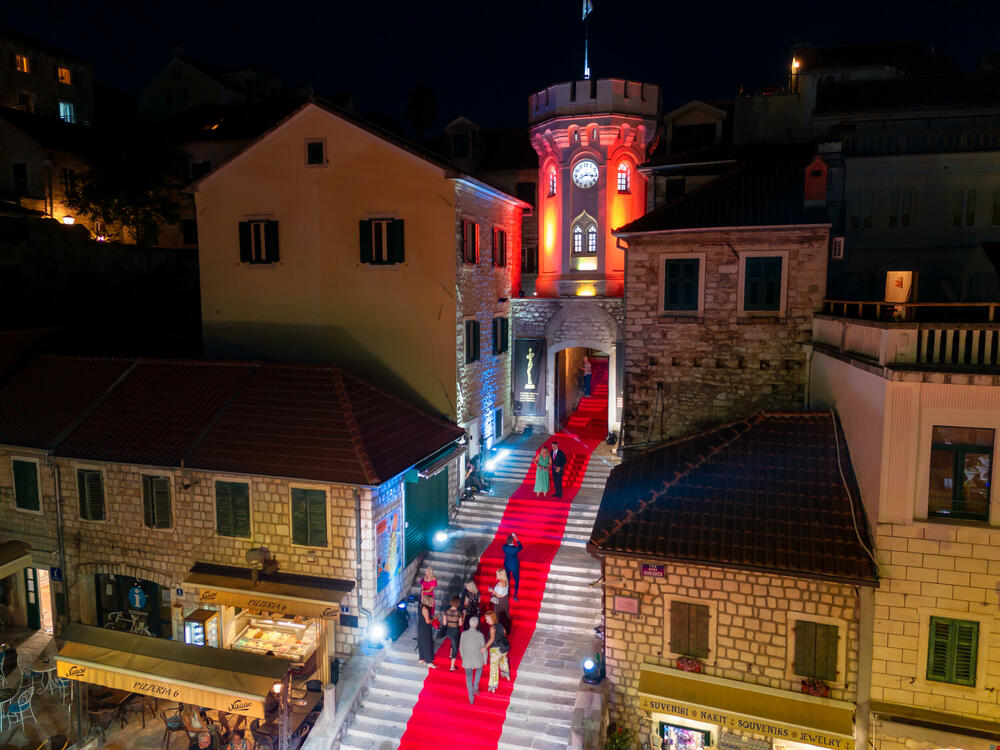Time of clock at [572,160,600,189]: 8:16
